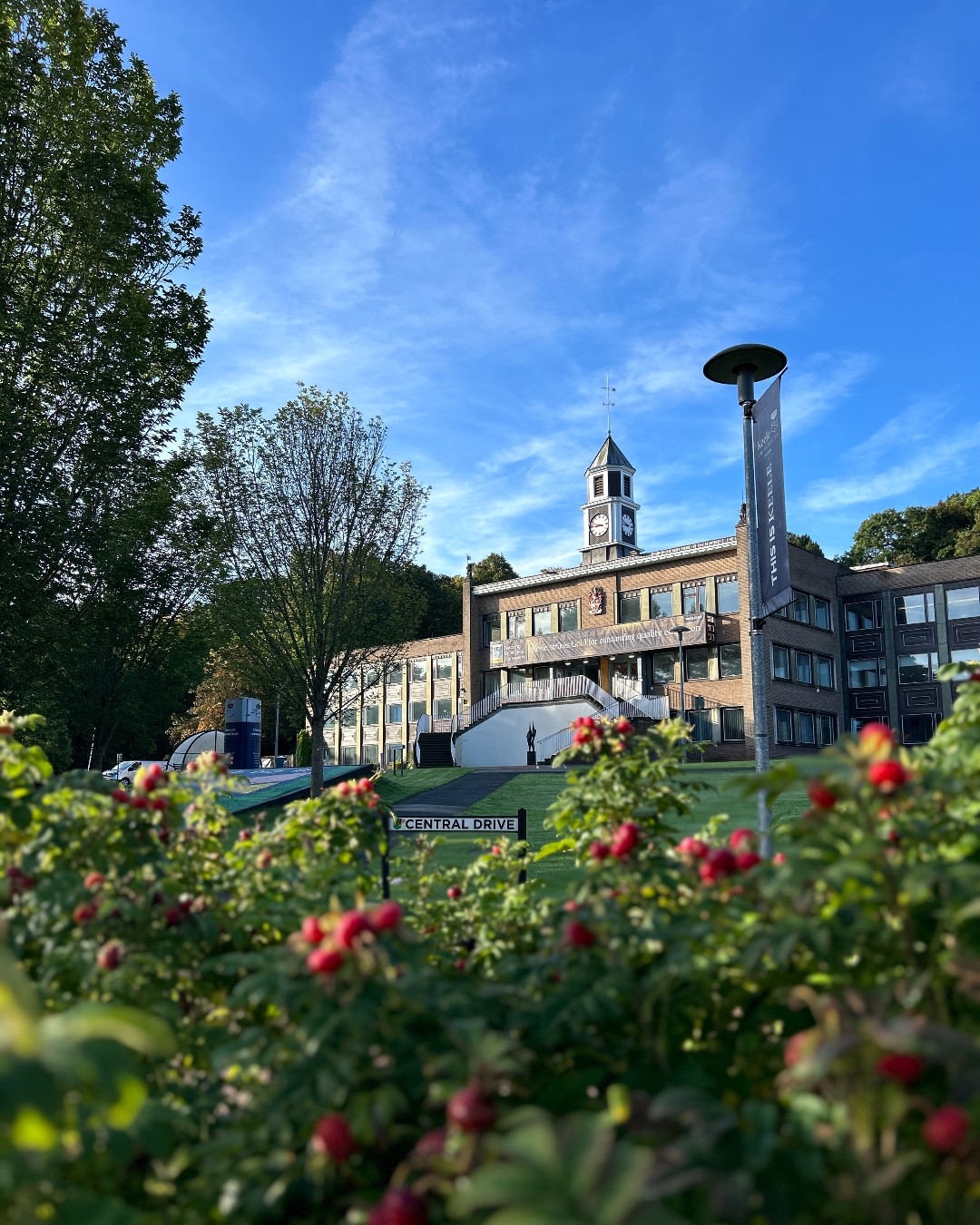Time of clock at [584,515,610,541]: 8:47
